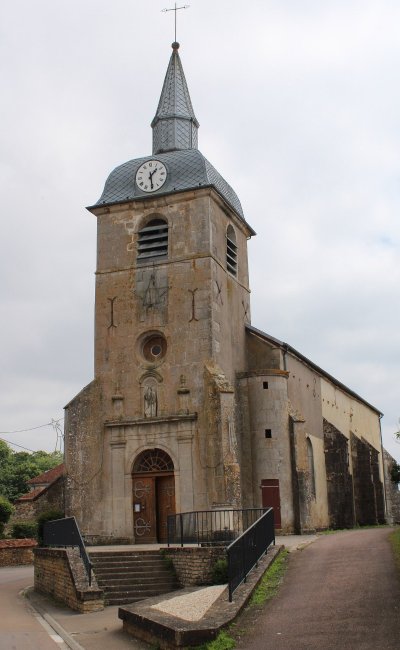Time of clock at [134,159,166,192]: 1:29
